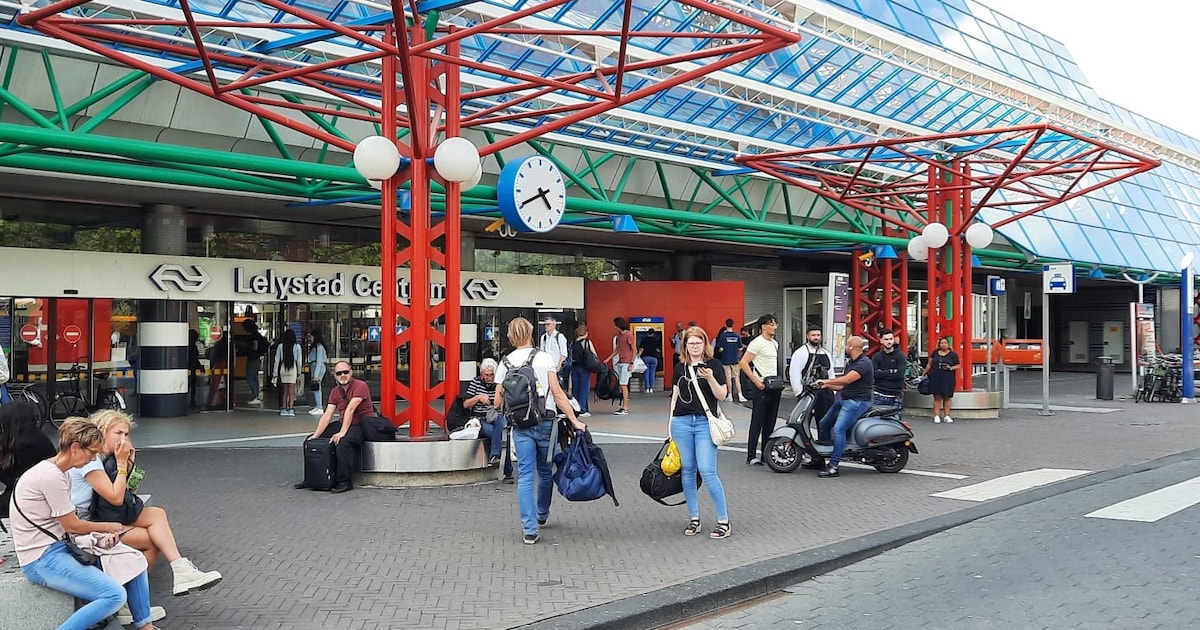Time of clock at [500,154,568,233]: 4:40
